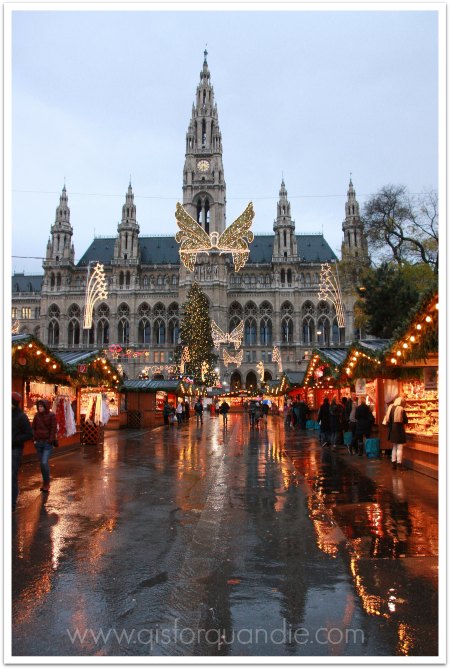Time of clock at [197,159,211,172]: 6:18
